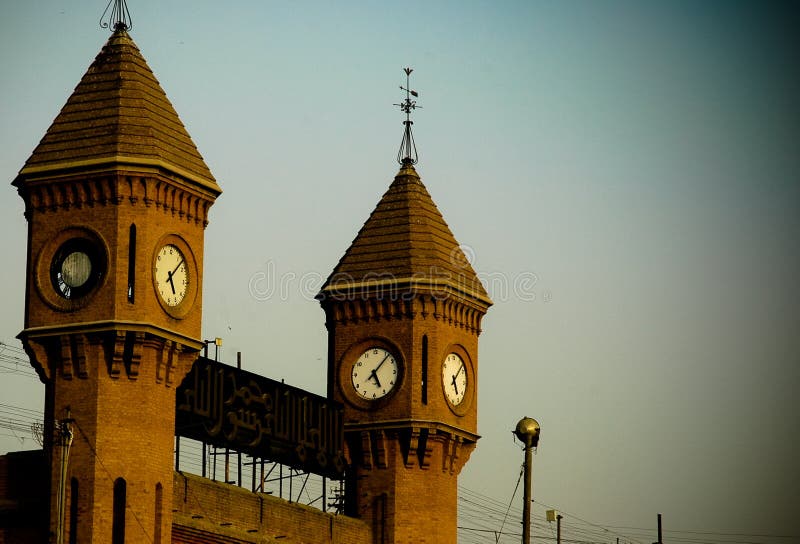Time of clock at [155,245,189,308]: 5:07
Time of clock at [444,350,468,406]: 5:07
